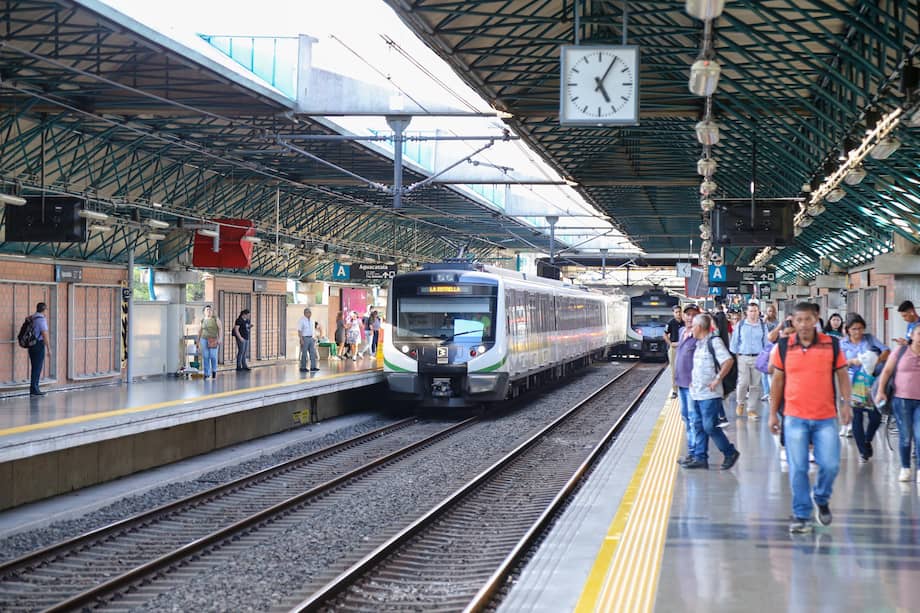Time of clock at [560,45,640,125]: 5:05
